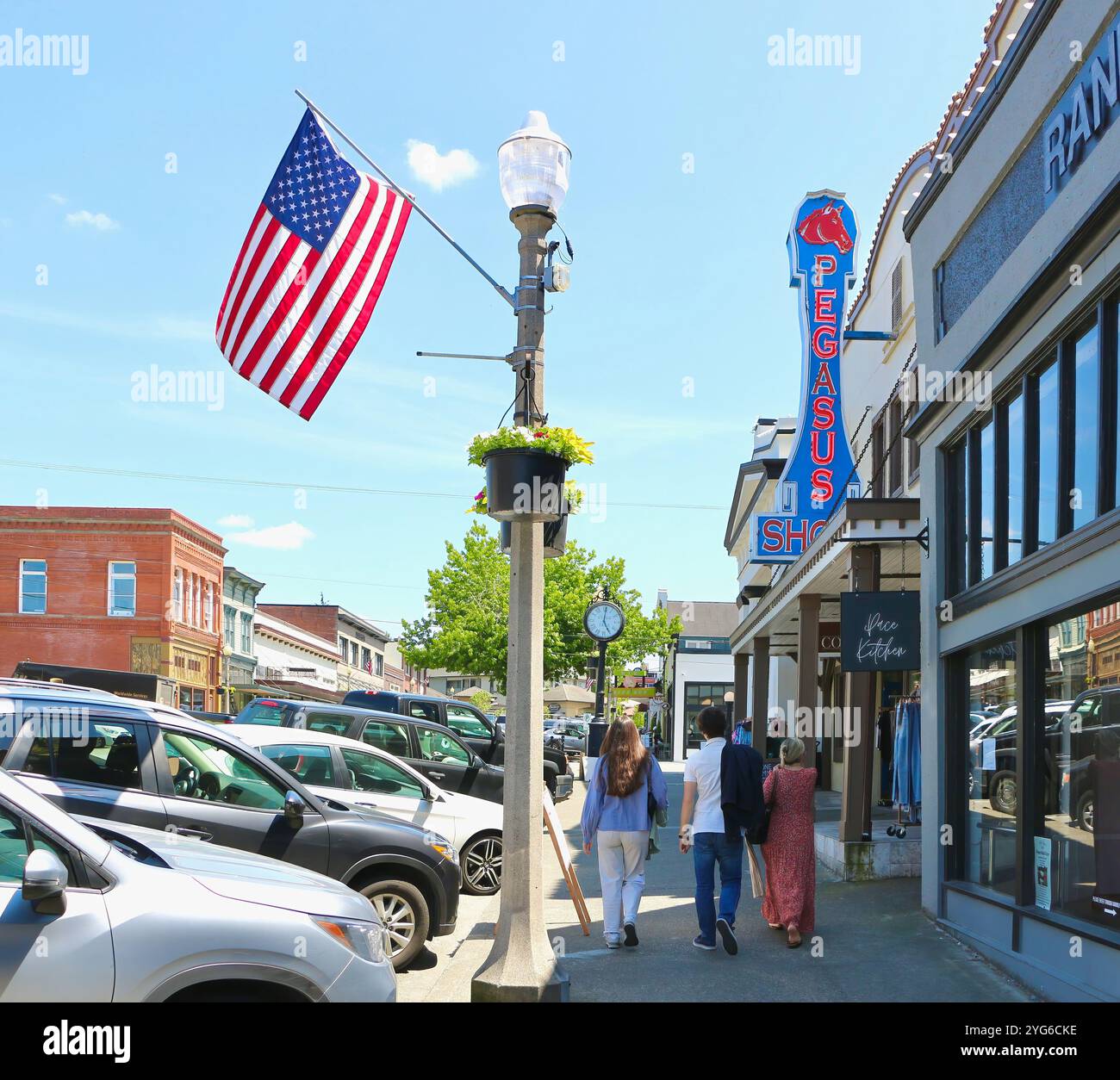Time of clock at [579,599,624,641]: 5:01
